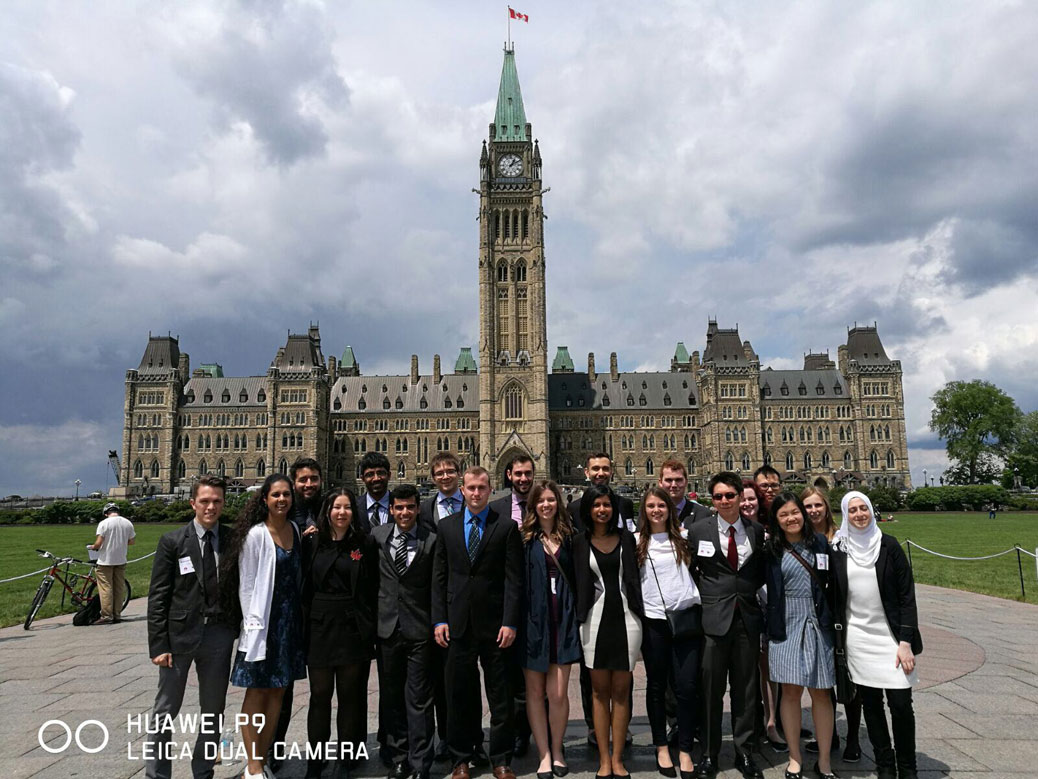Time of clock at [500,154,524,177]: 1:10
